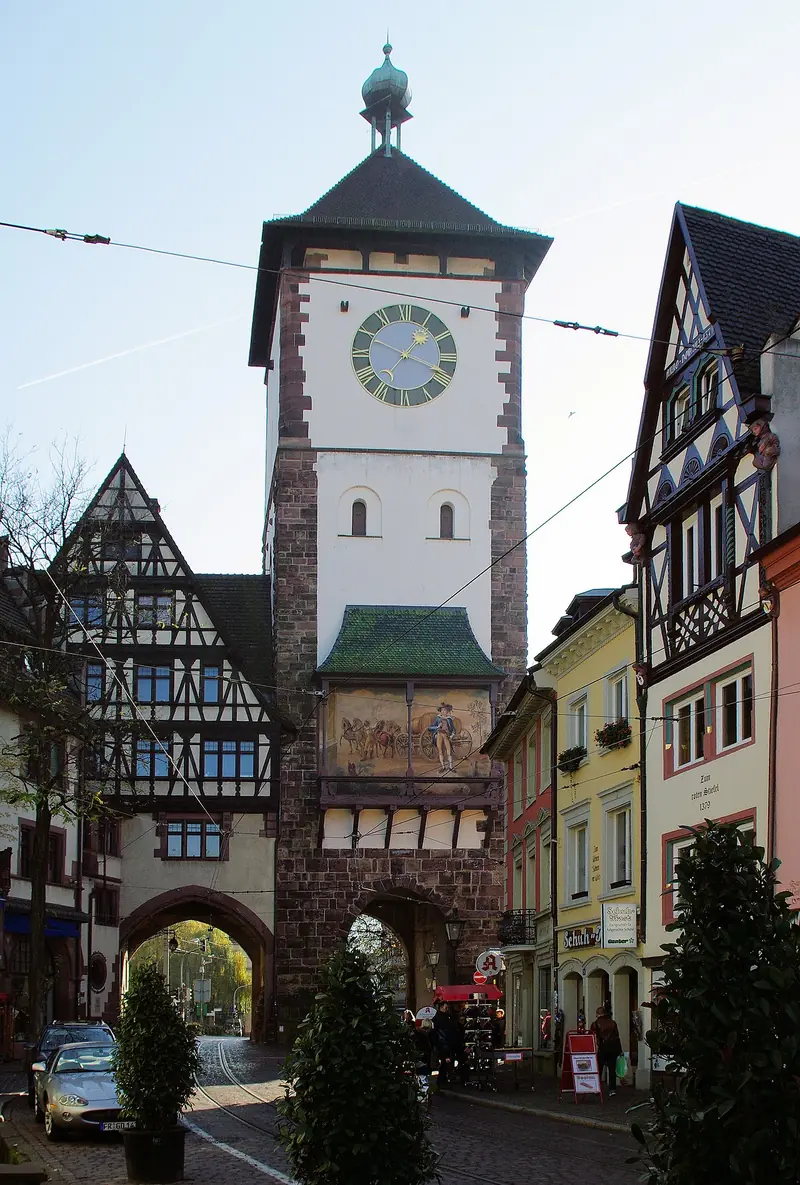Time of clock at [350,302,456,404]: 1:18
